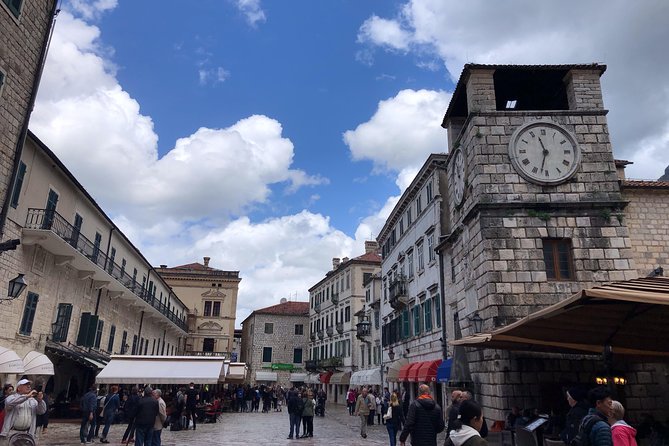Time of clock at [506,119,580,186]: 11:32
